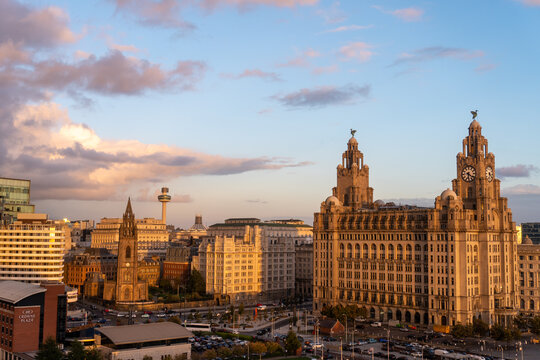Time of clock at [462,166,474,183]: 6:21
